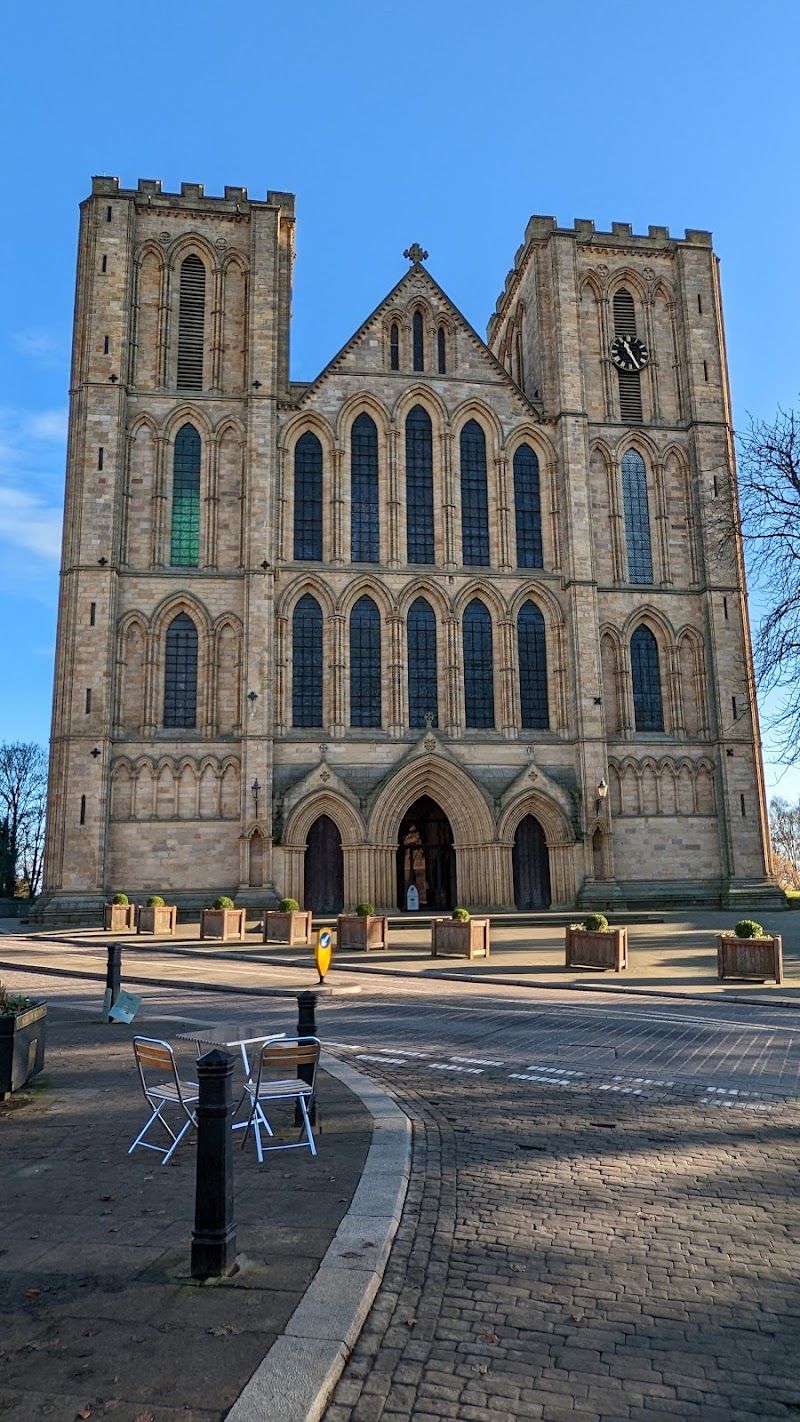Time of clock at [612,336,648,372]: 11:24
